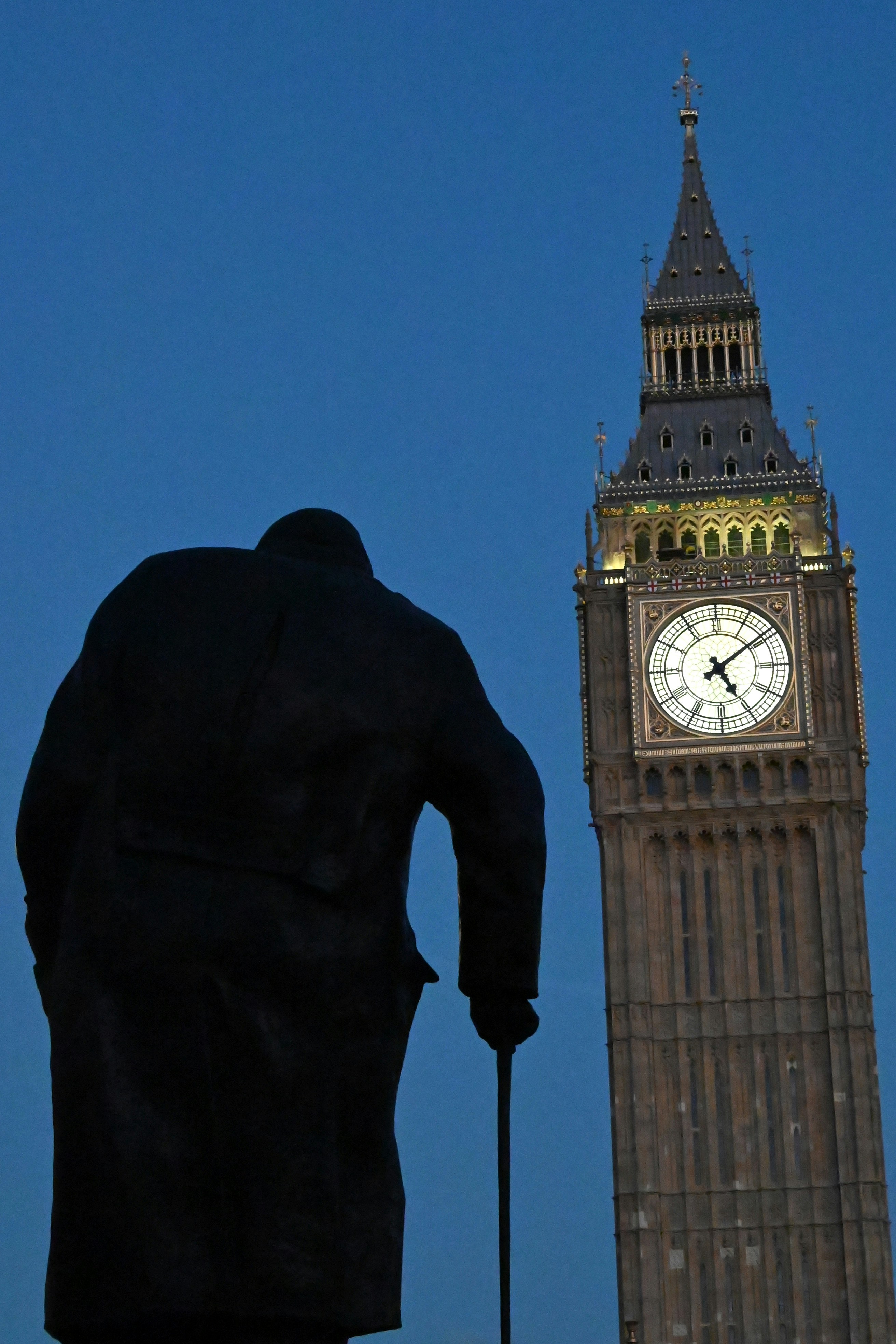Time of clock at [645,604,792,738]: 5:08
